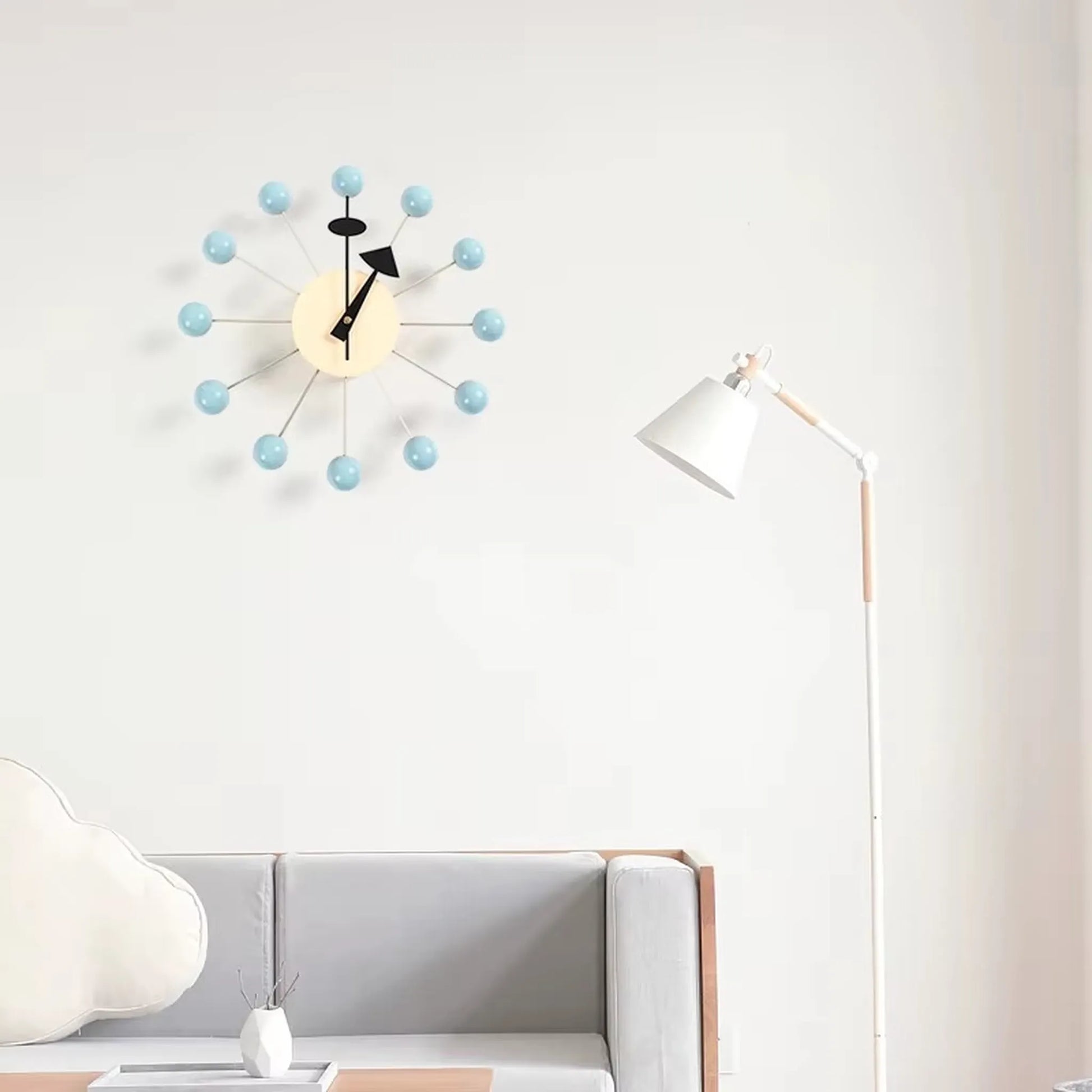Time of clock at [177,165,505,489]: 1:00
